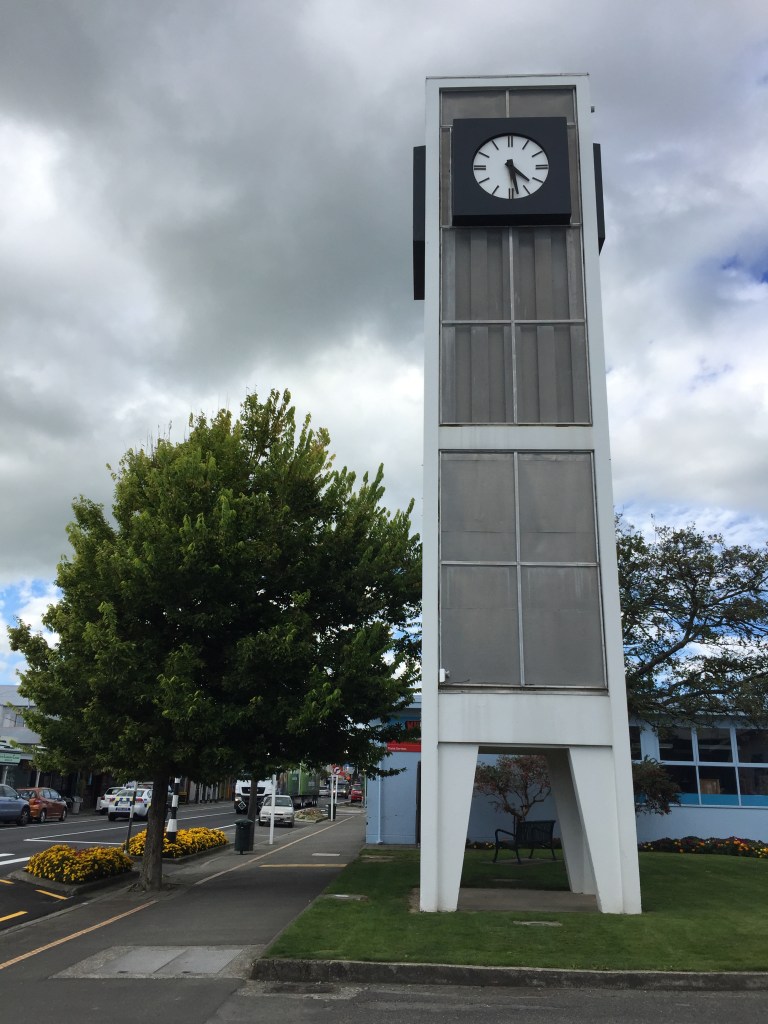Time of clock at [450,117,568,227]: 4:28
